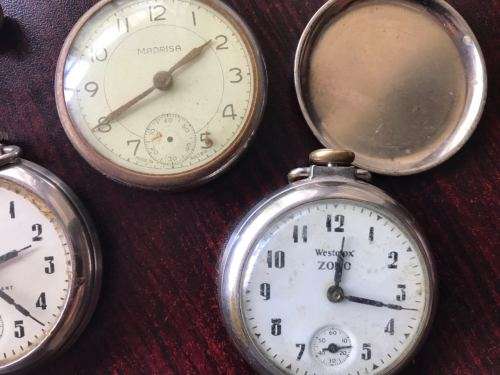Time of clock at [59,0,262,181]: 8:09
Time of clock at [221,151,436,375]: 12:16
